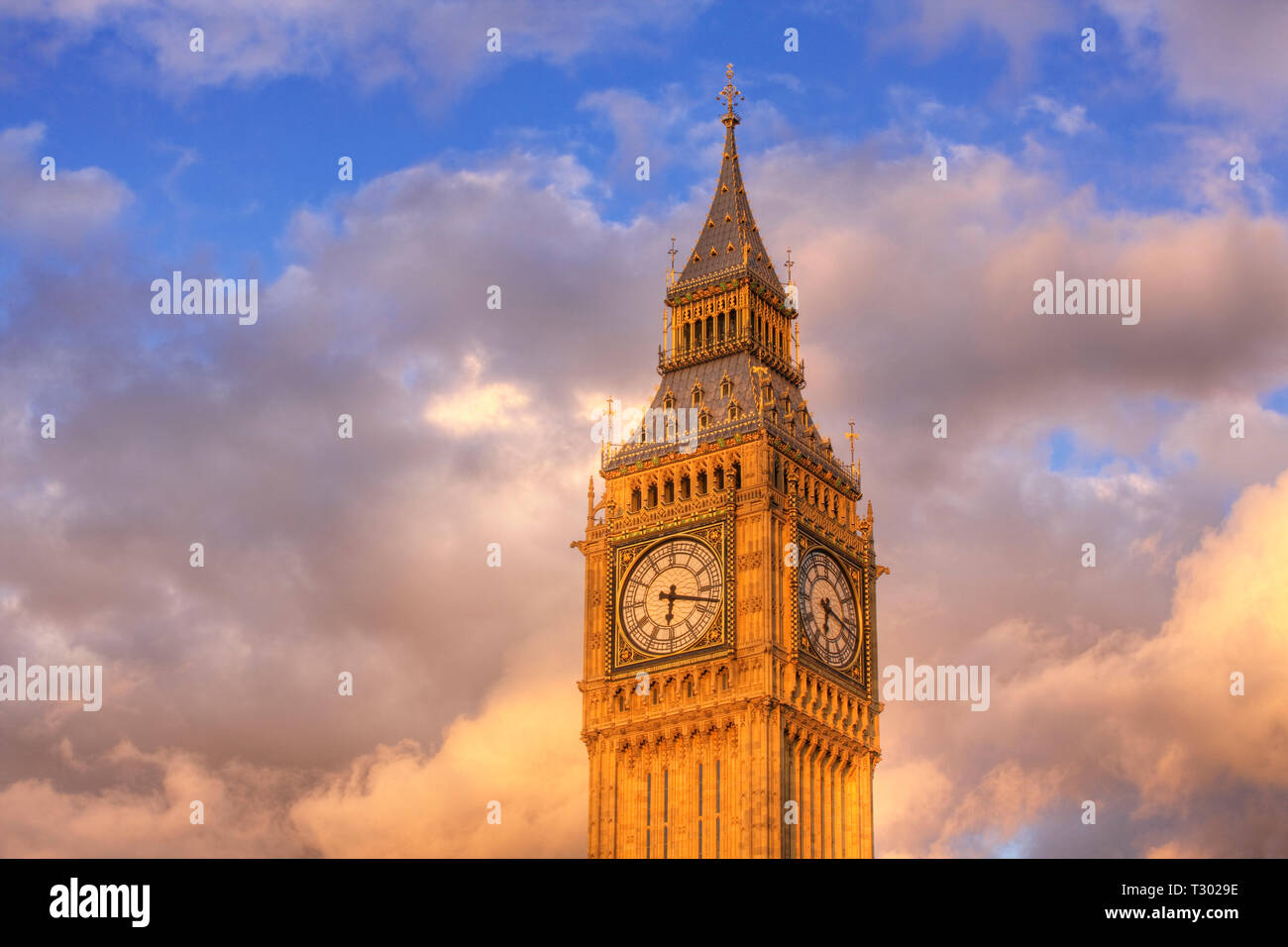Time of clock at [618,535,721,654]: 6:17
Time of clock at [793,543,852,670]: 6:17
